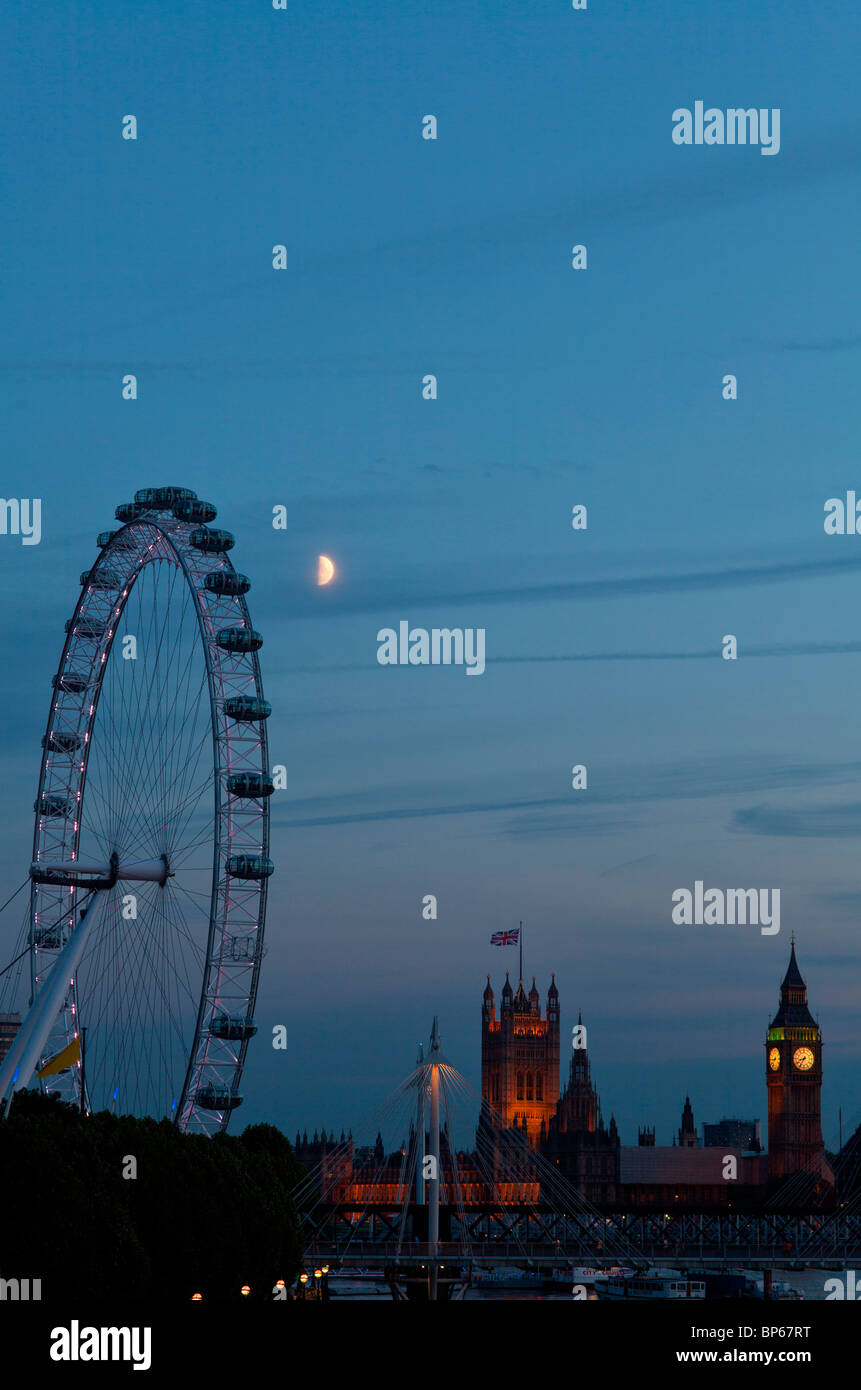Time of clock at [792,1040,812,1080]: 8:35
